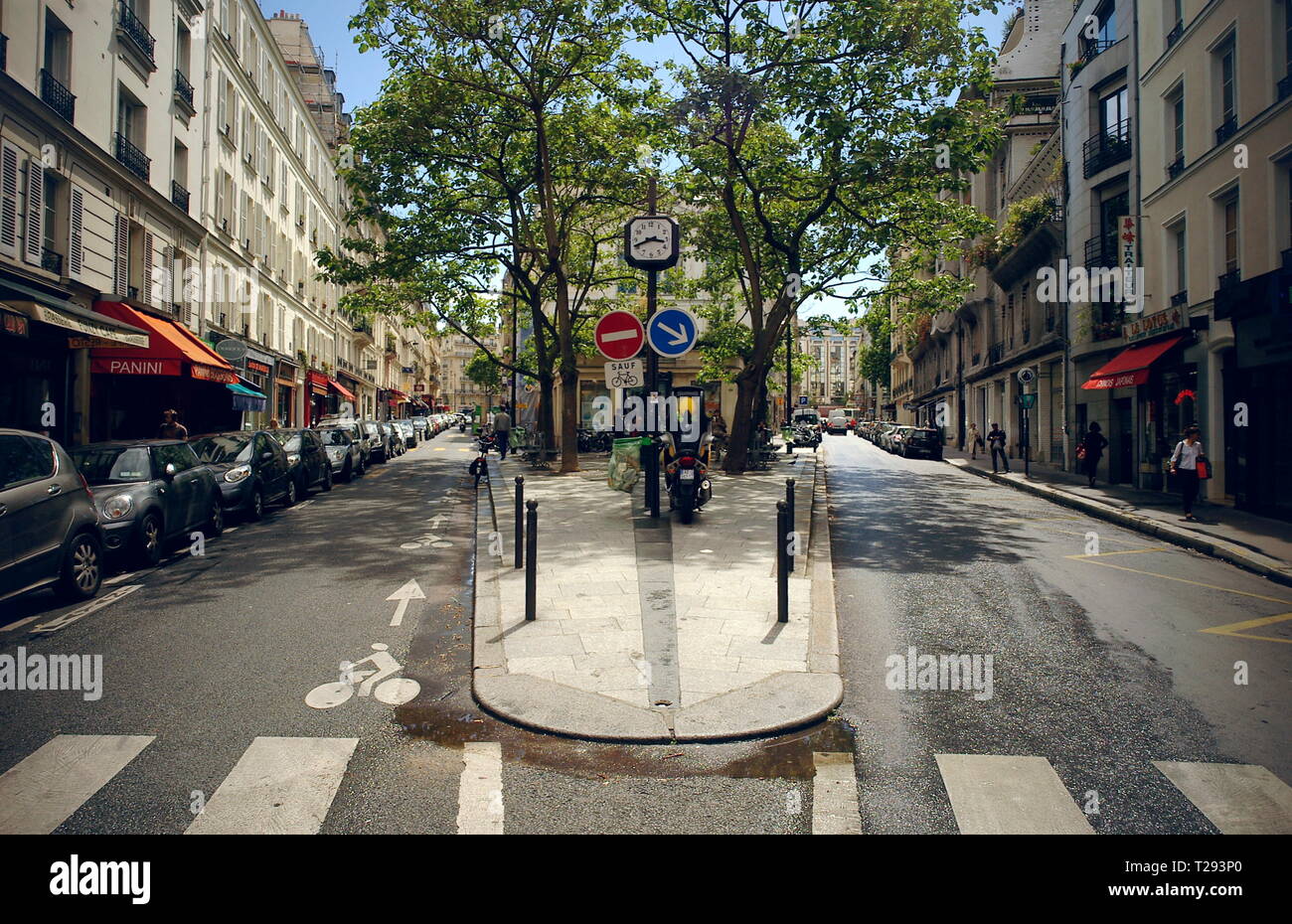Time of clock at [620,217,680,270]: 8:16
